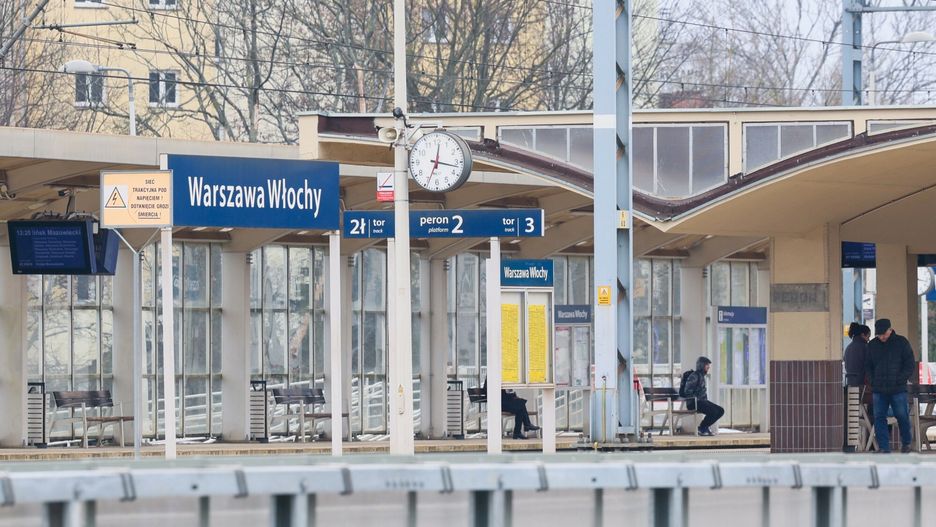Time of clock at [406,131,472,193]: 12:16
